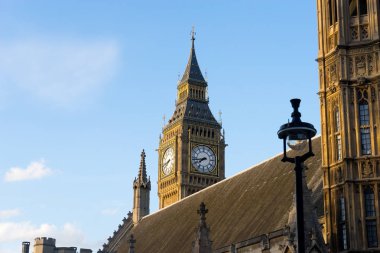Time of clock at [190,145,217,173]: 7:43
